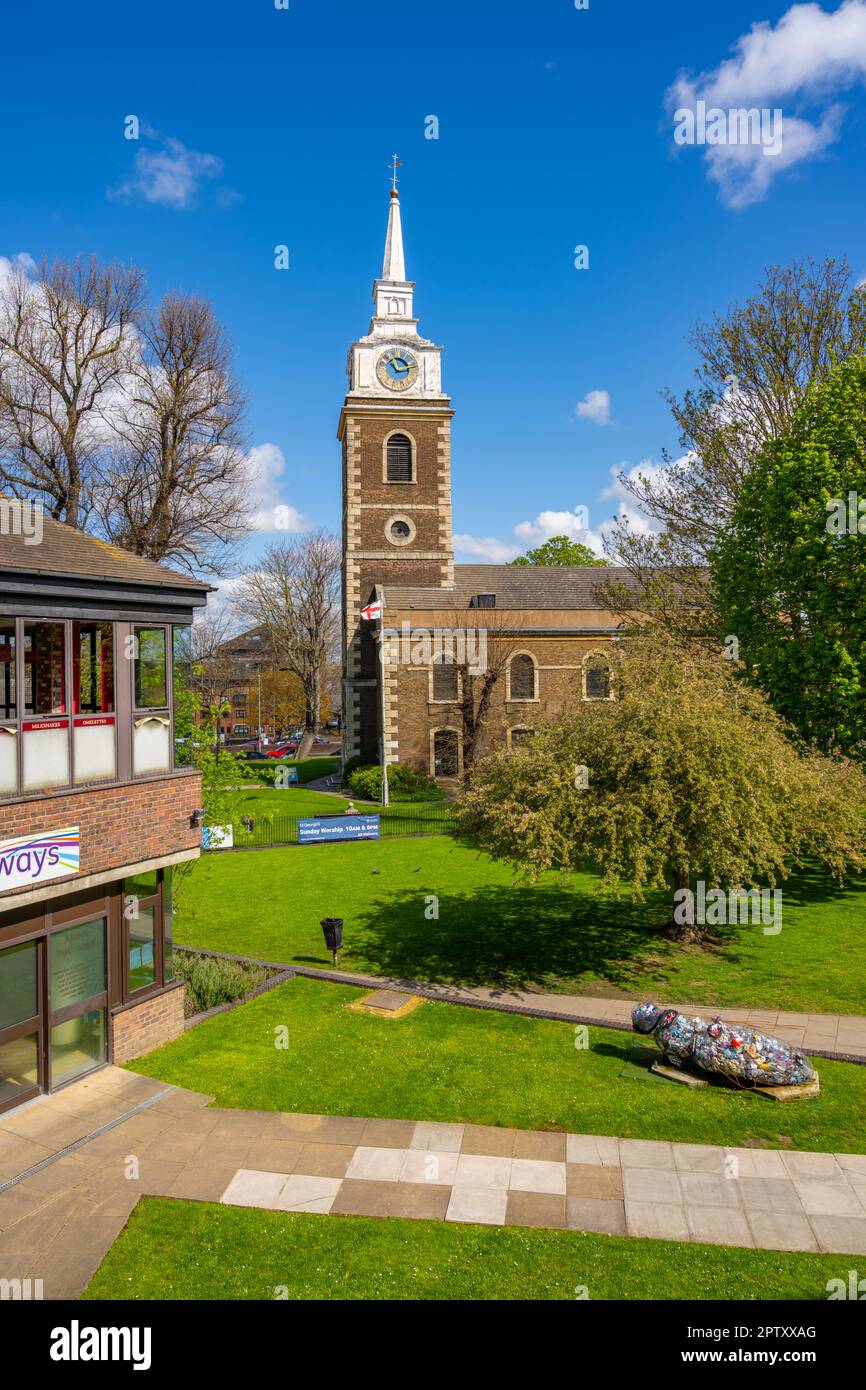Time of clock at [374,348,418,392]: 11:13
